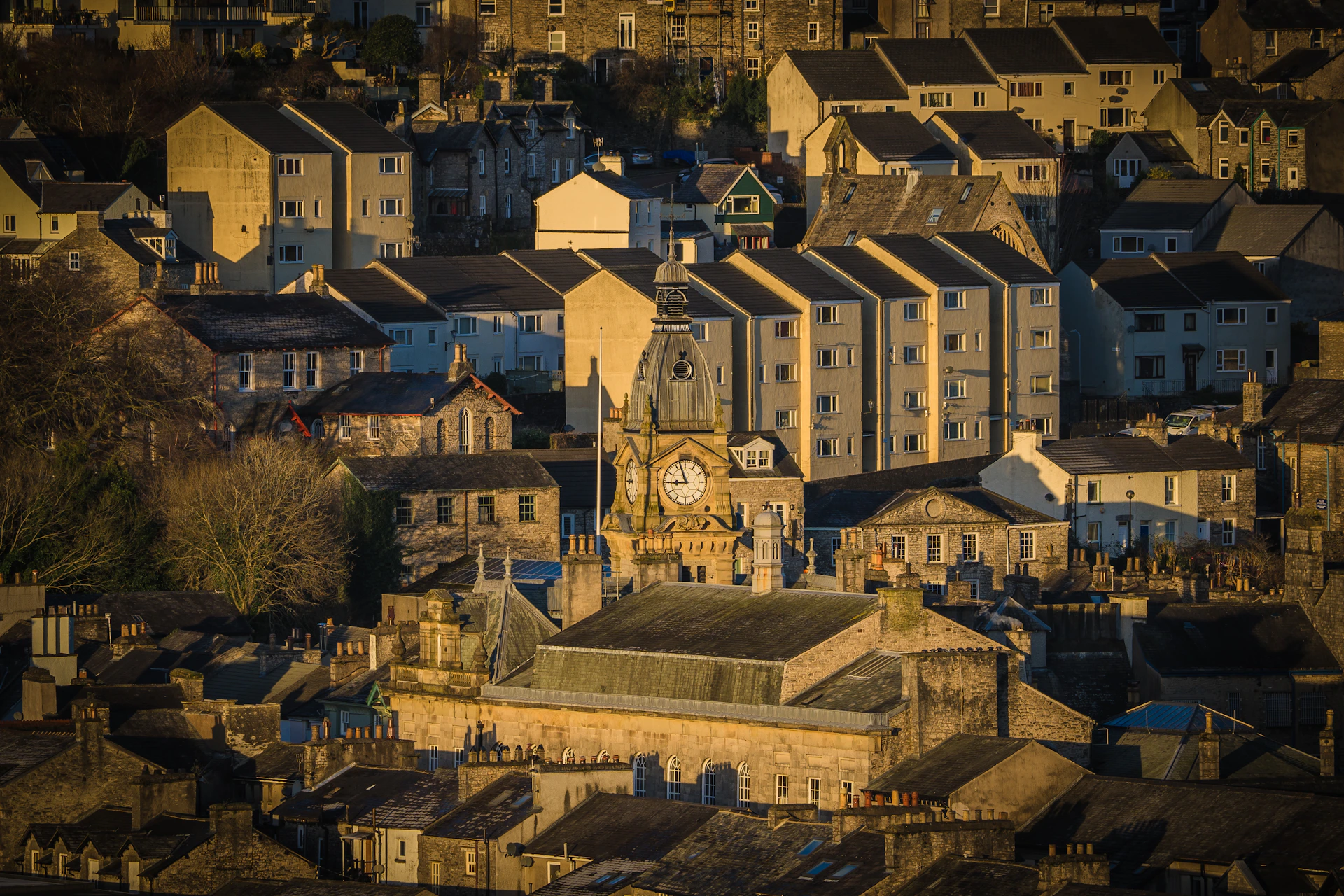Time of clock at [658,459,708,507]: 8:56
